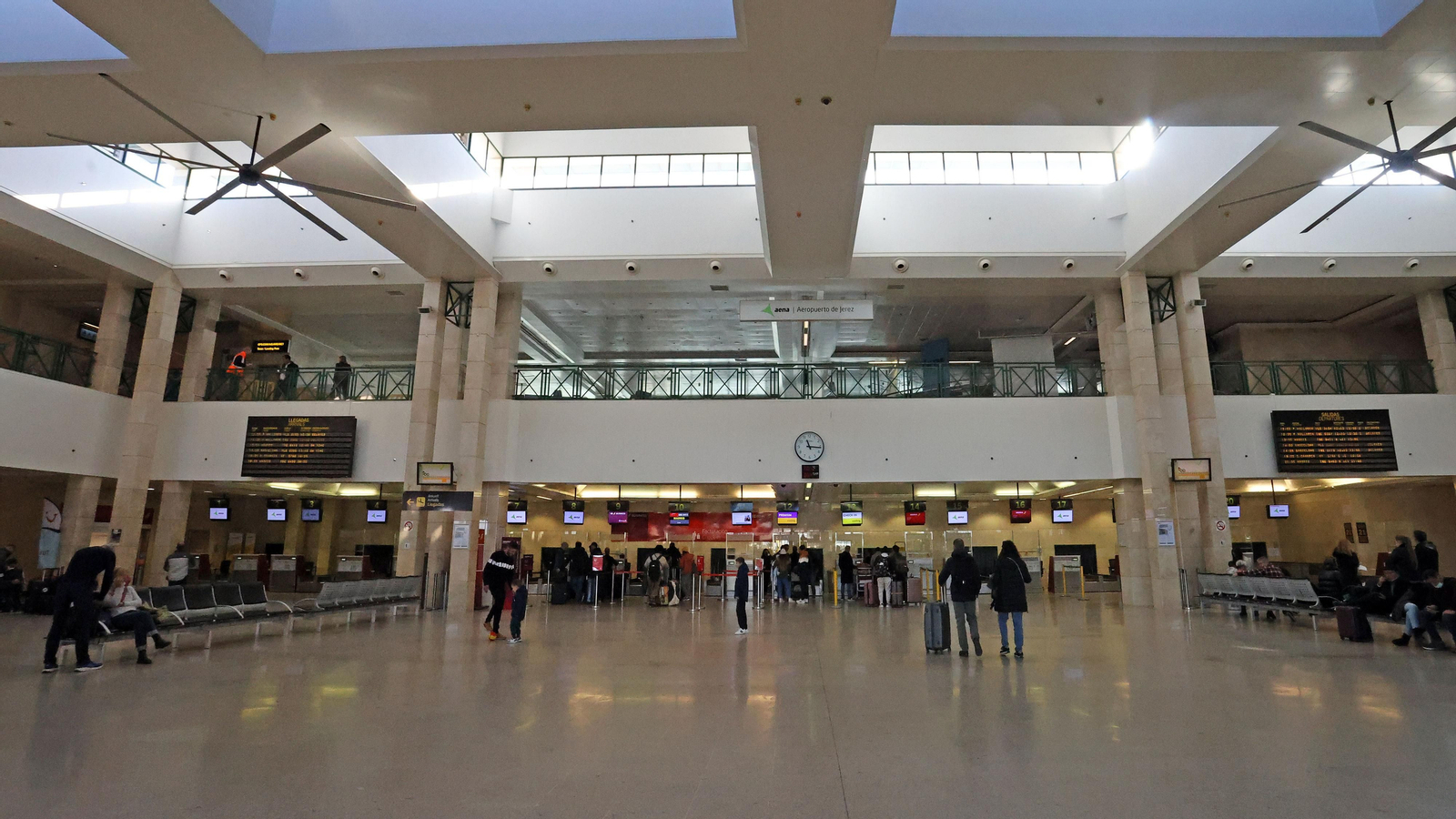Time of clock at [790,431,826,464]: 11:15
